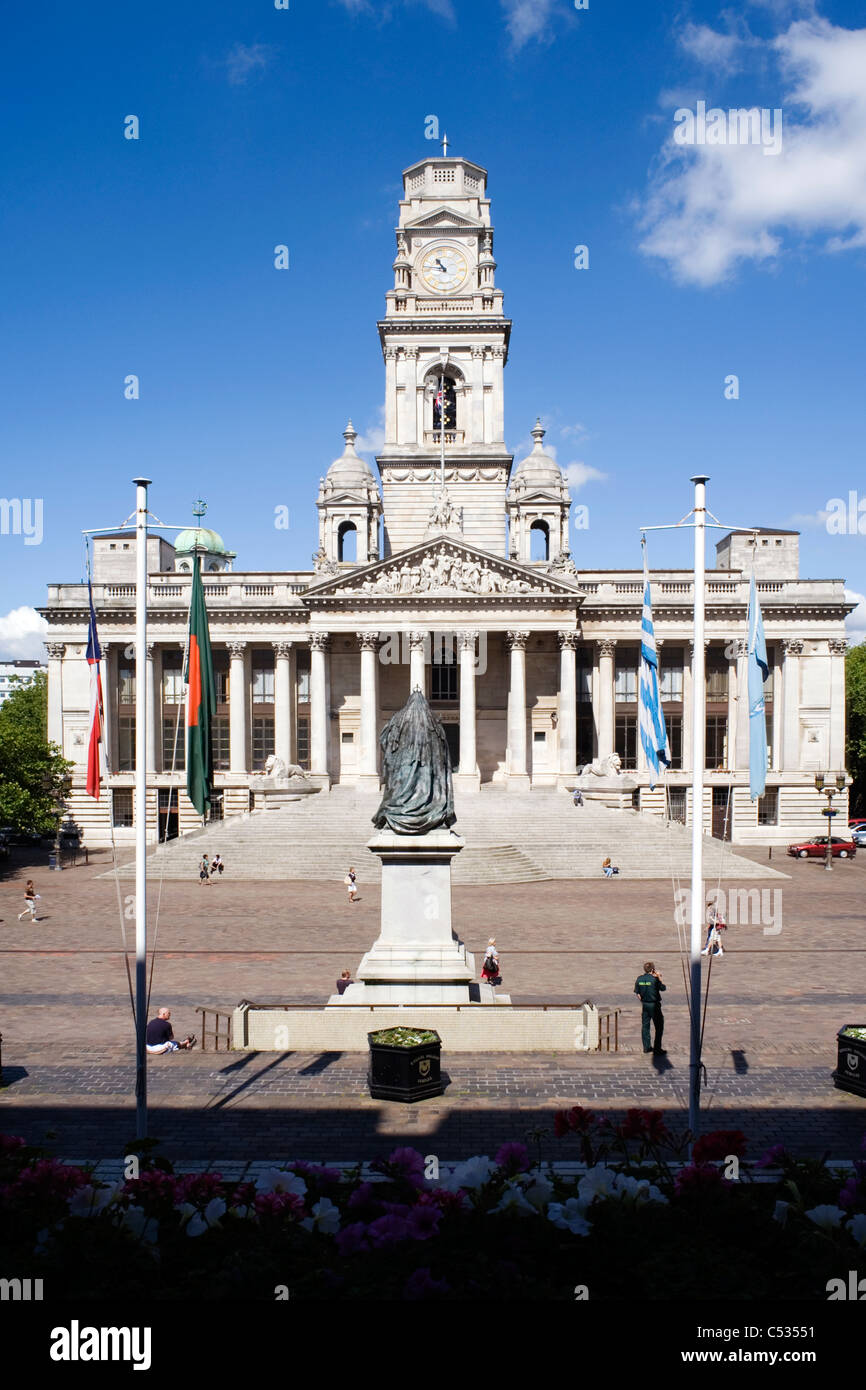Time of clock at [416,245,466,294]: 10:45
